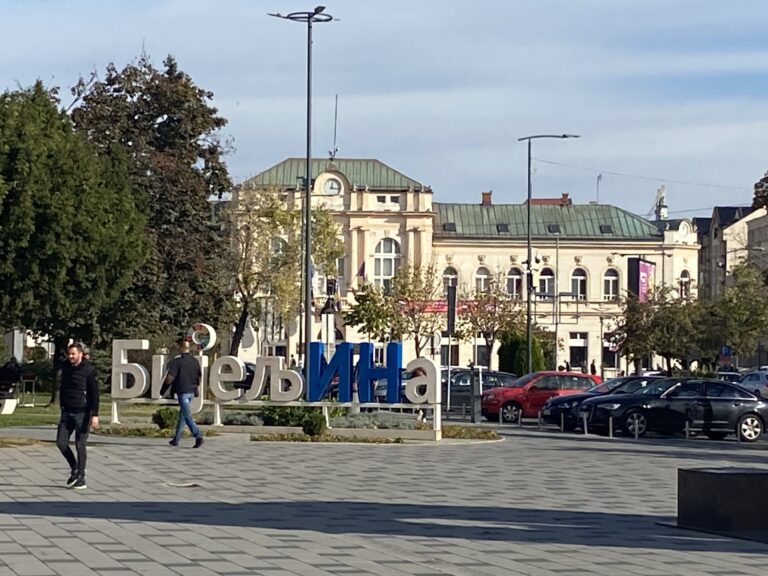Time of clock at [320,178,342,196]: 12:16
